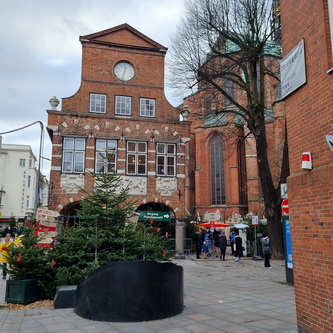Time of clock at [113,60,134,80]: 12:32
